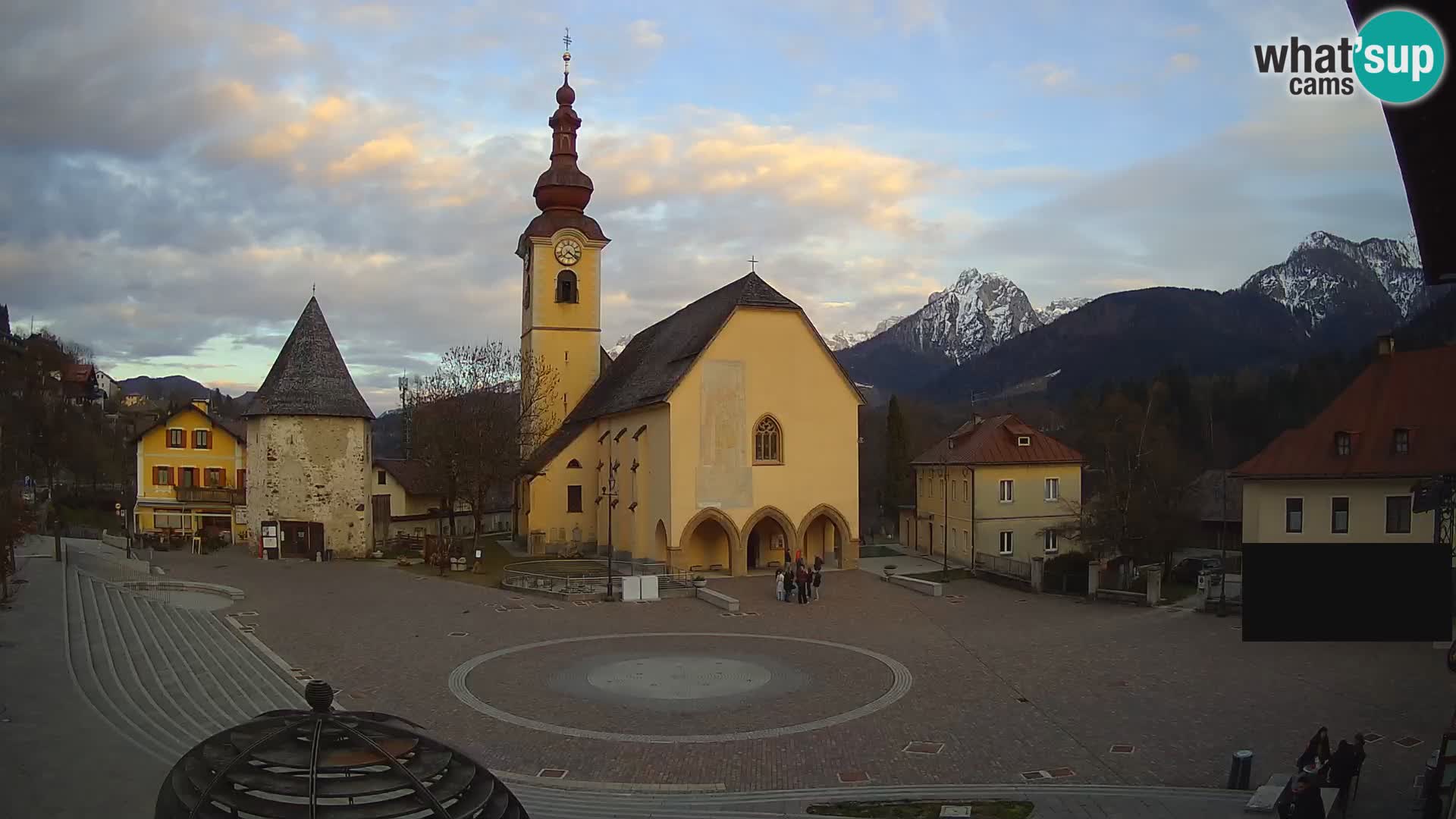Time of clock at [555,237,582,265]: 7:21
